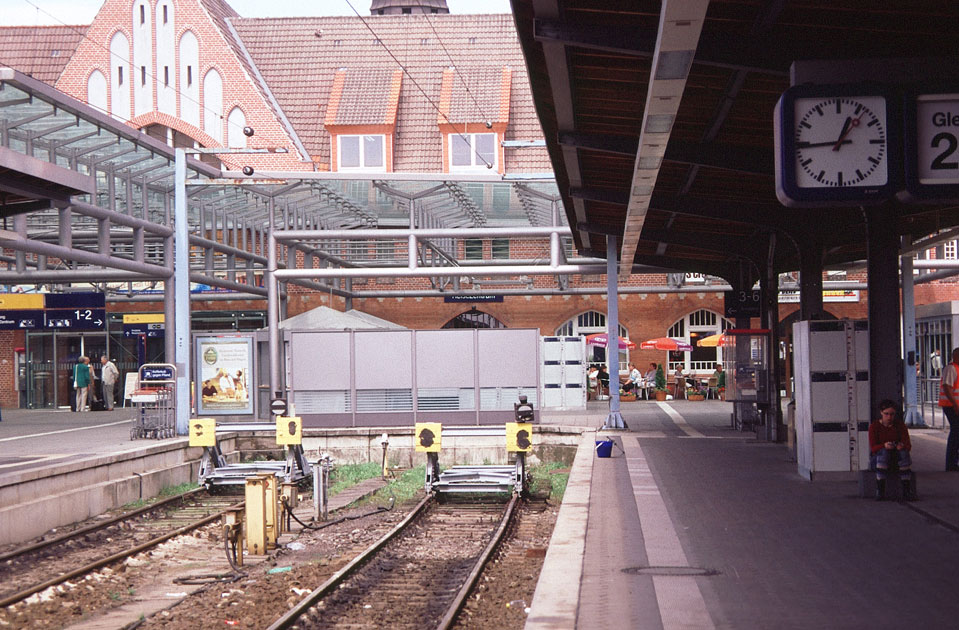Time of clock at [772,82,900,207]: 12:44
